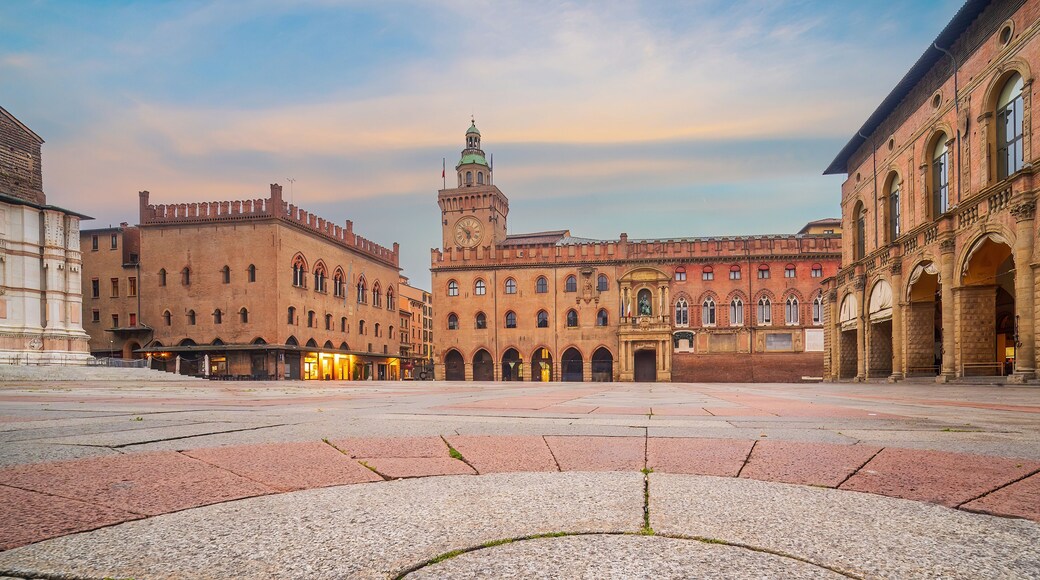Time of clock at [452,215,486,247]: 5:51
